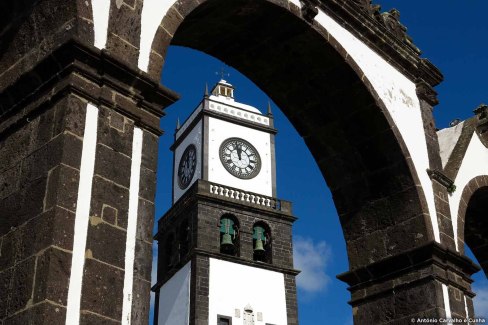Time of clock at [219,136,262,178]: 11:57
